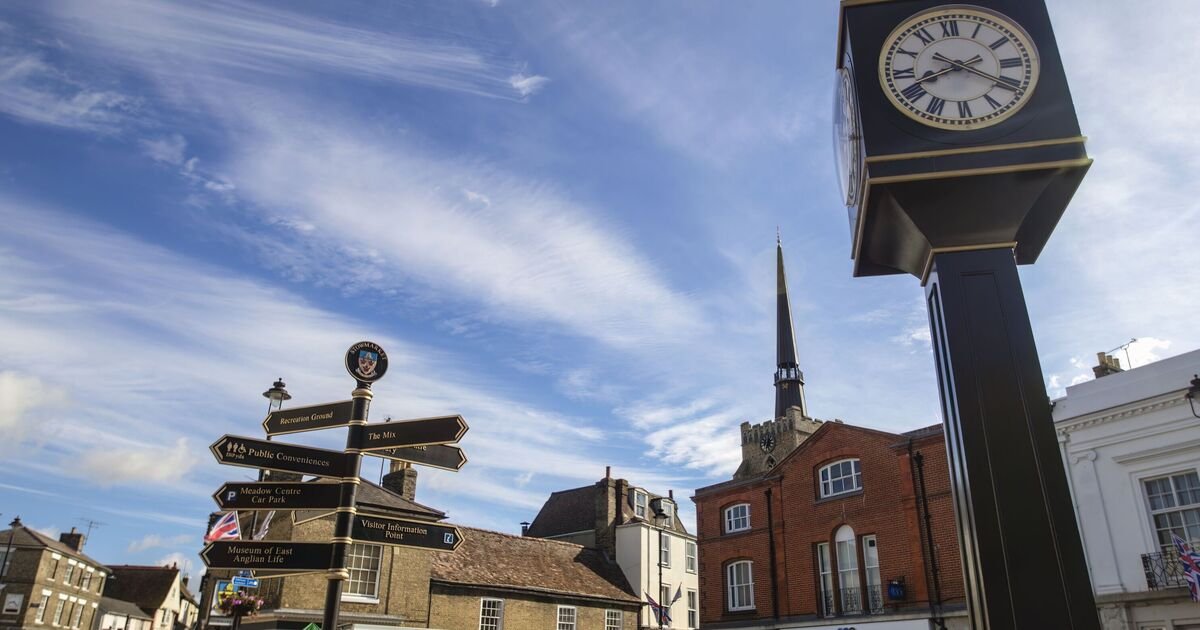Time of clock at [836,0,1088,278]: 8:20
